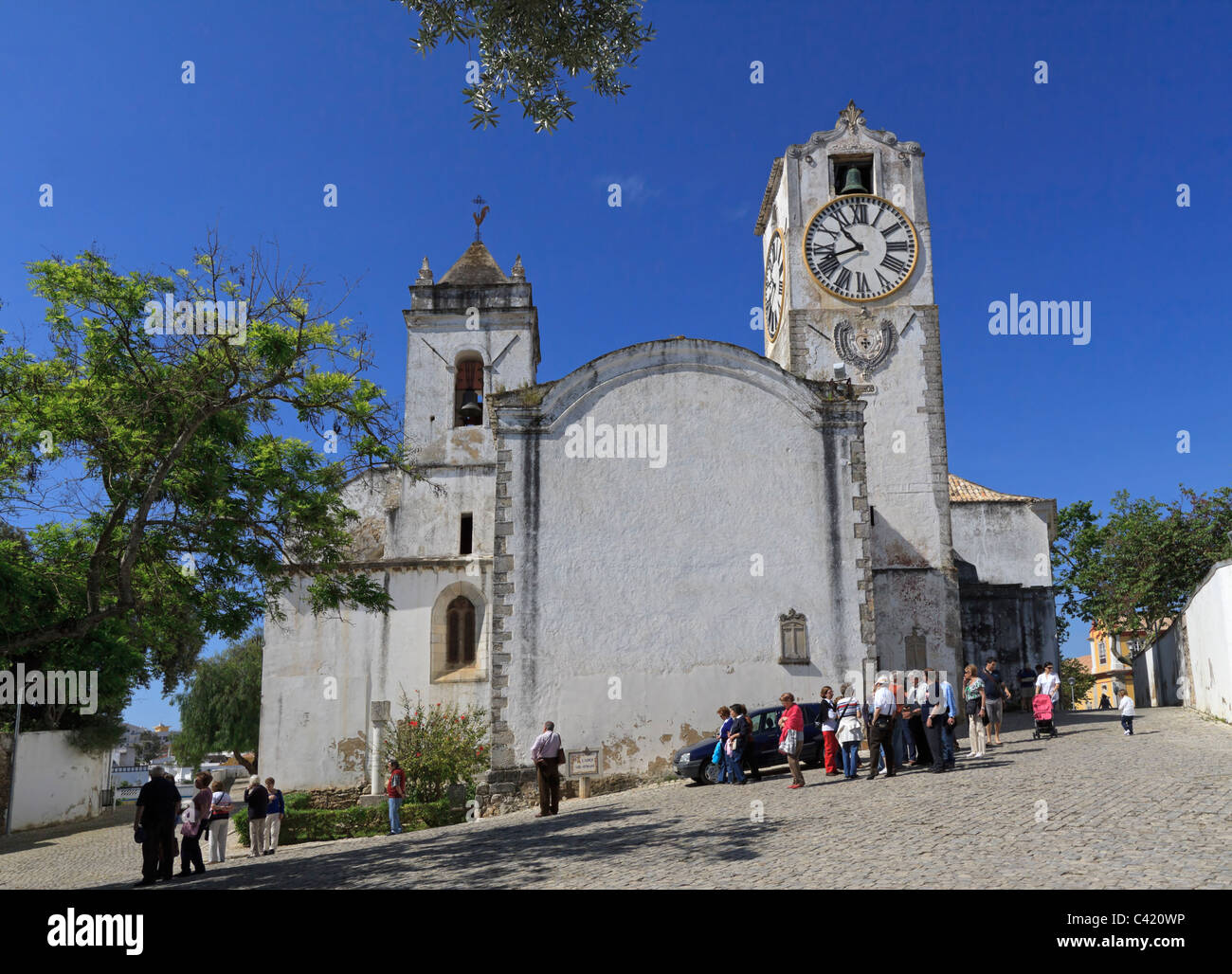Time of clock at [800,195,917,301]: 10:41
